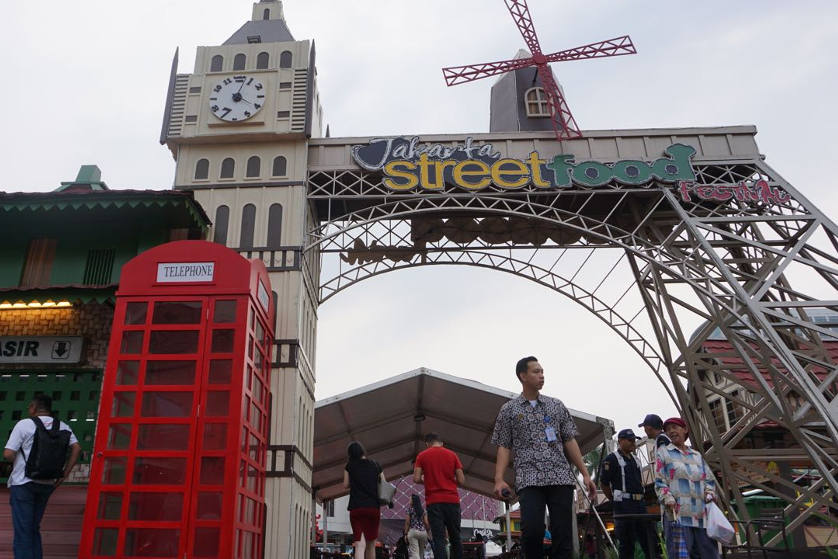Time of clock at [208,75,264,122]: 4:03
